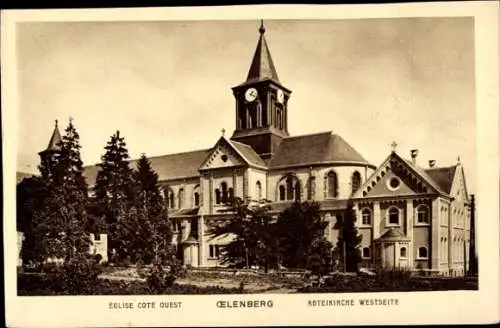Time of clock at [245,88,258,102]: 1:18
